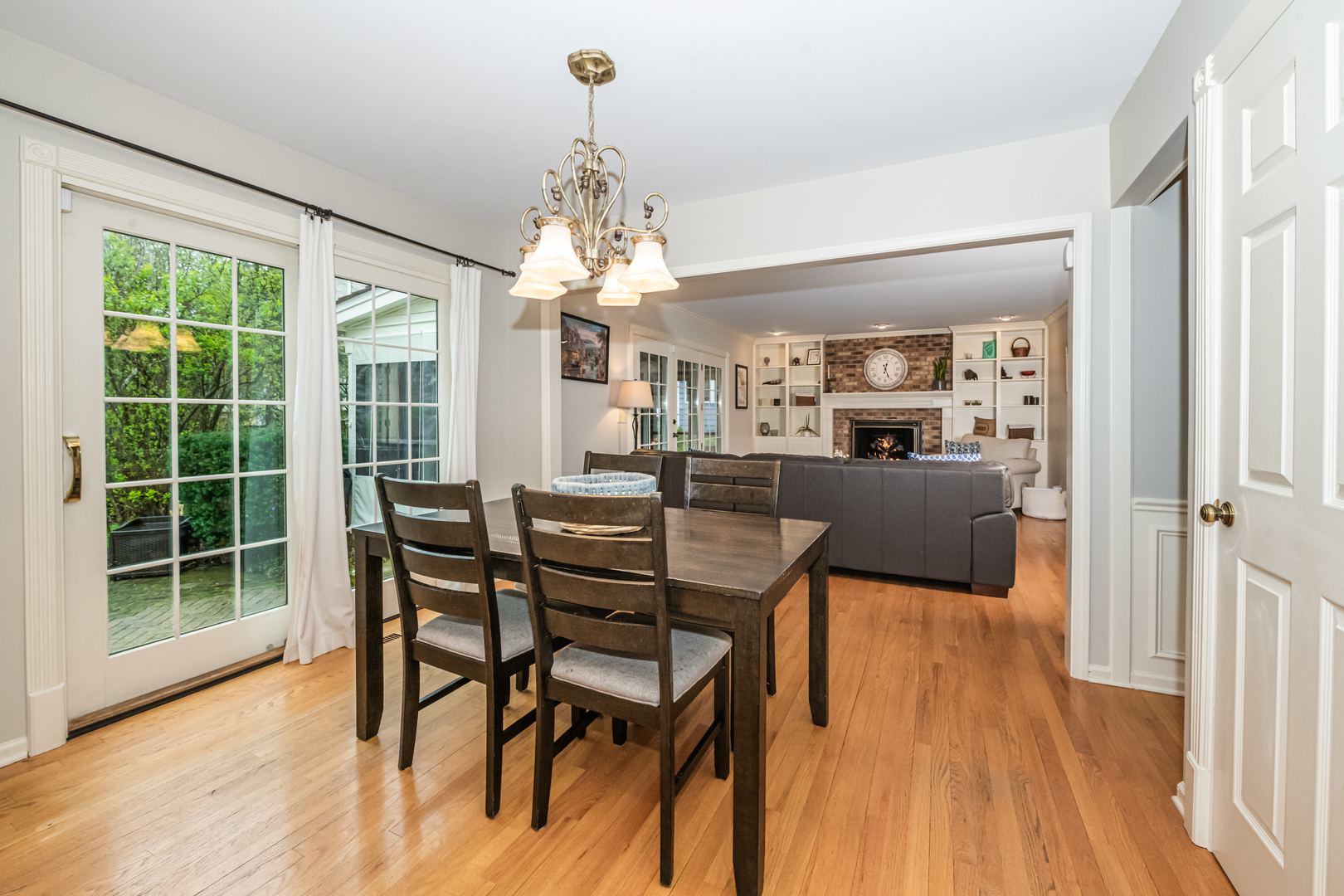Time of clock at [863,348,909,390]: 12:26
